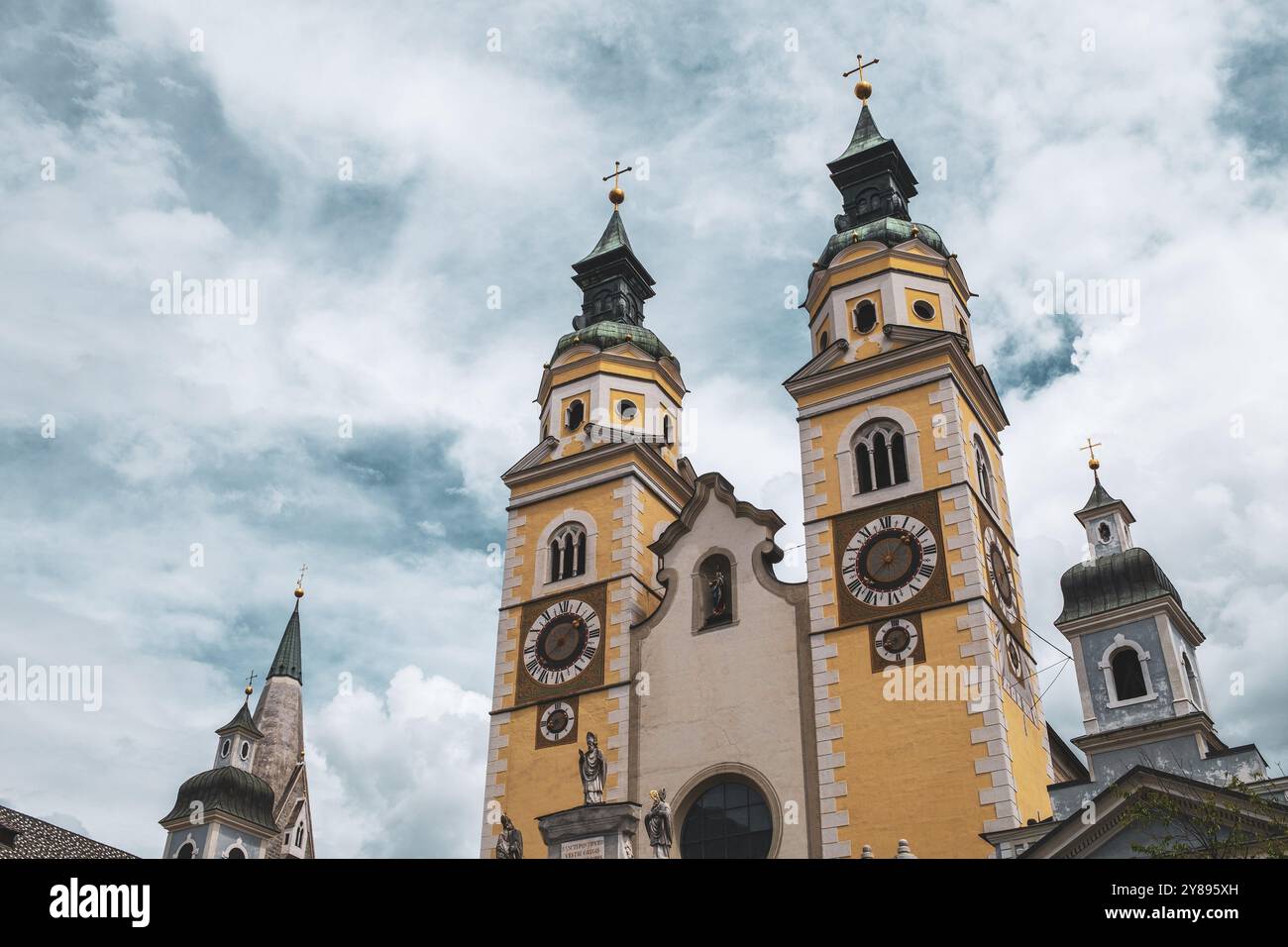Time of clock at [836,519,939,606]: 1:37
